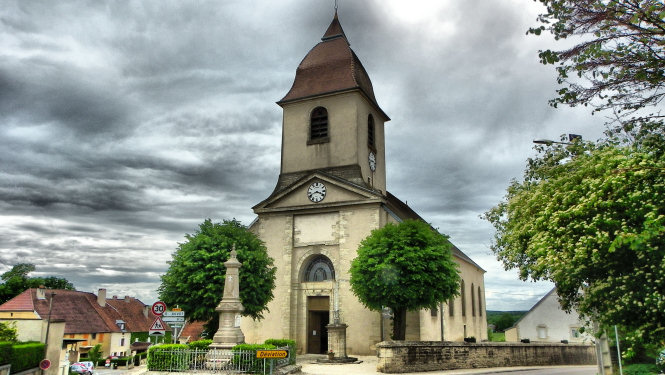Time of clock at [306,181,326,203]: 3:41
